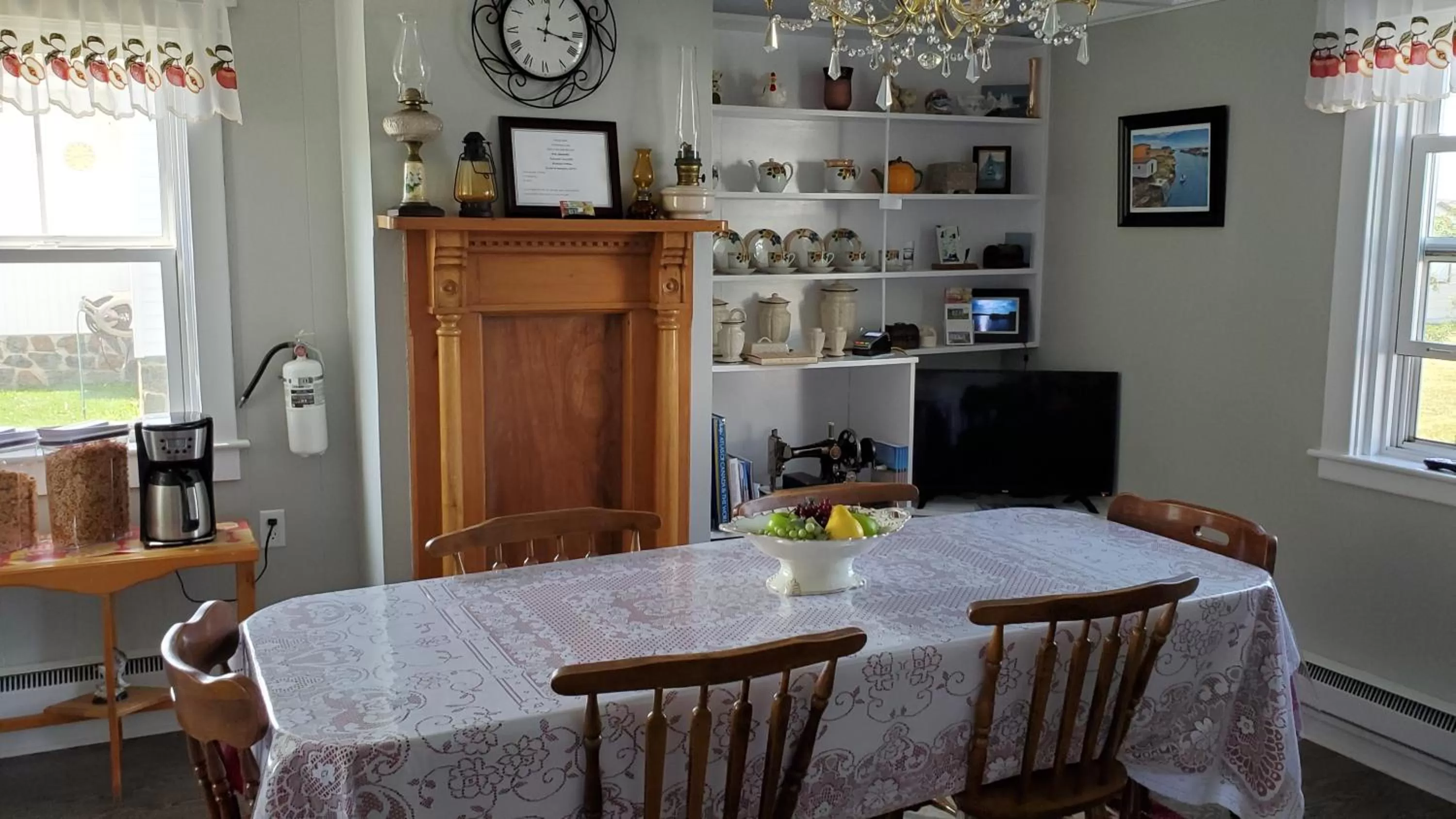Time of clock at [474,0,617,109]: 12:17
